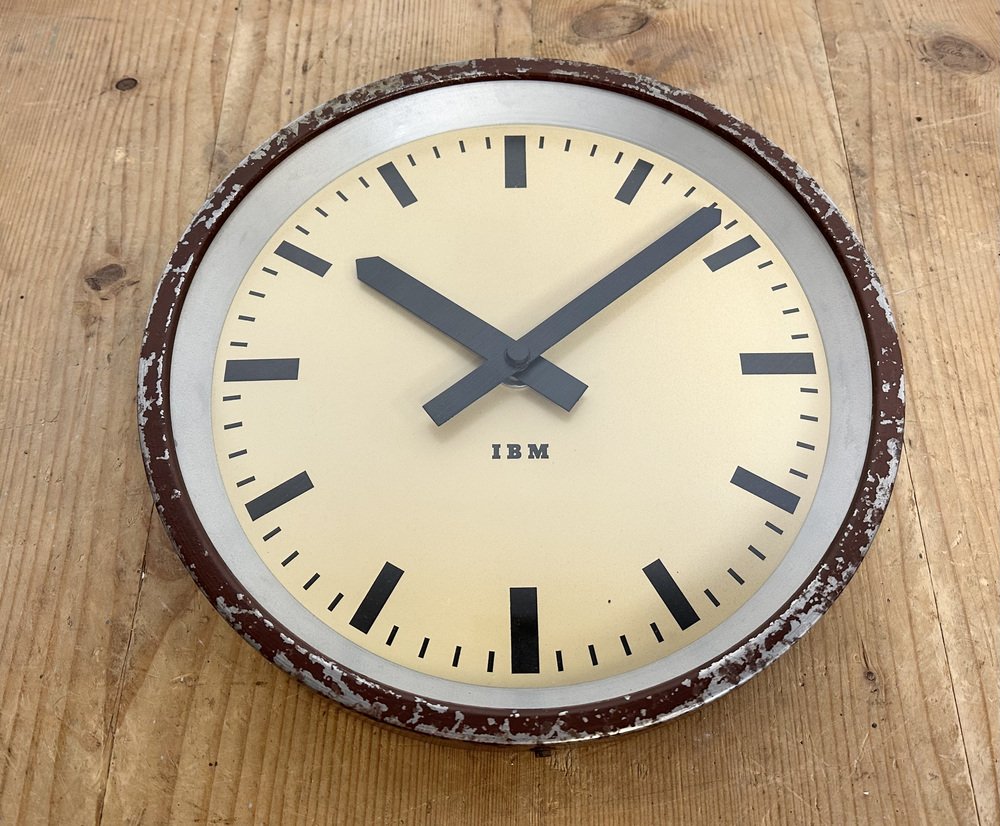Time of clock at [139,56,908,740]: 10:08
